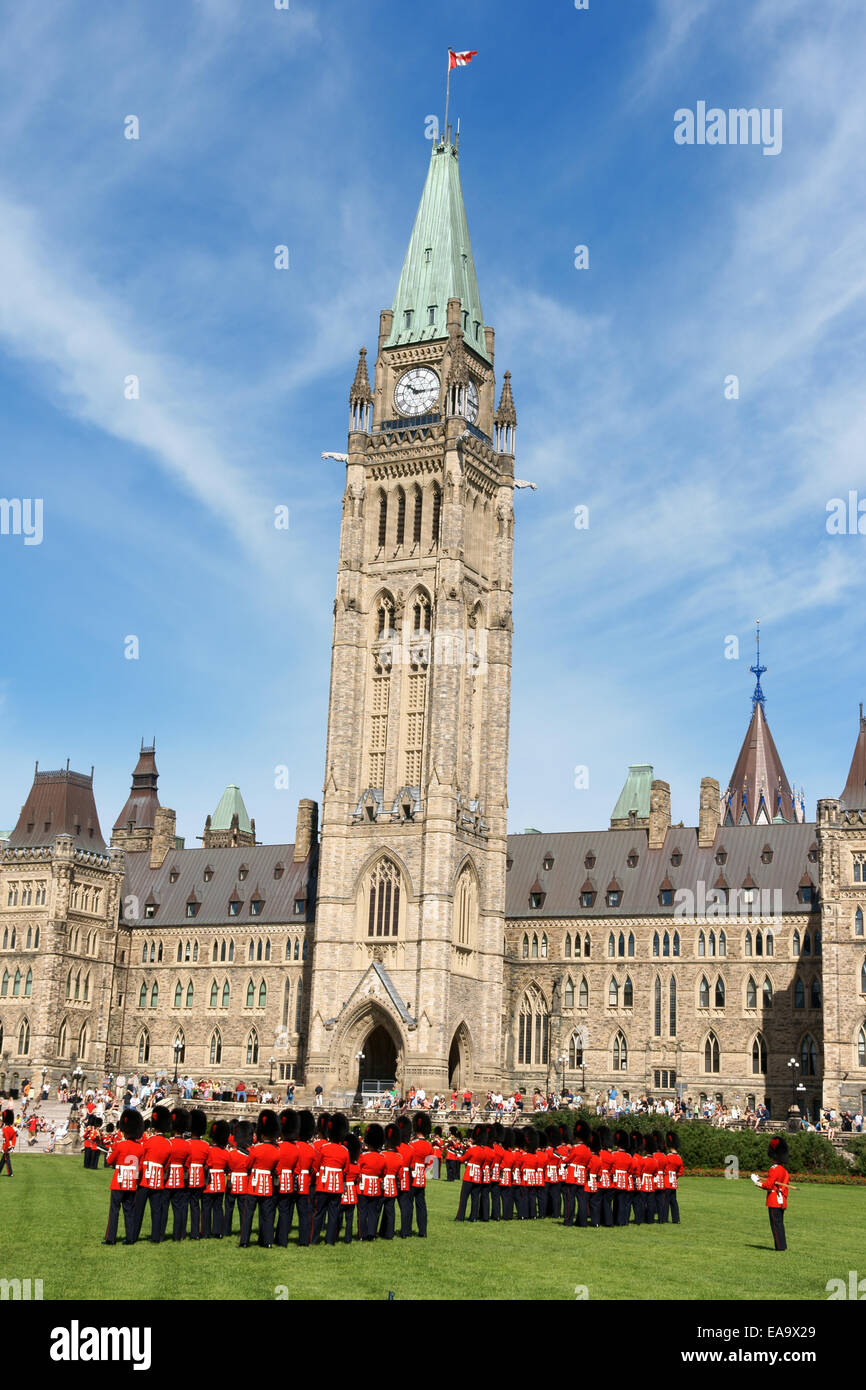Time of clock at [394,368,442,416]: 10:14
